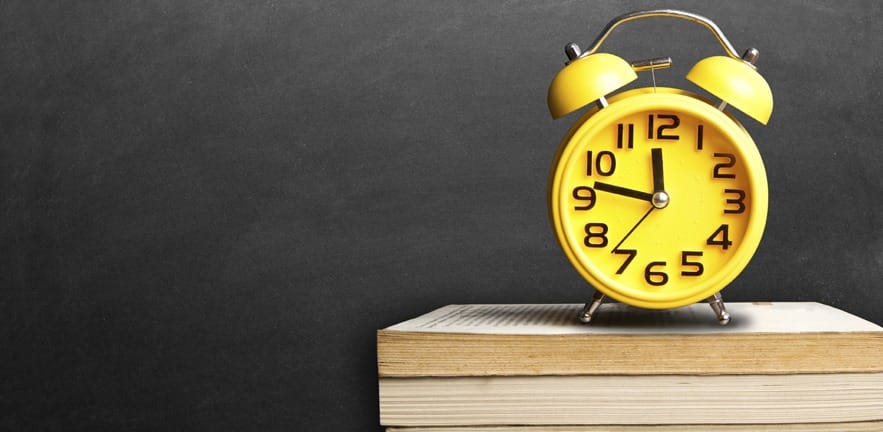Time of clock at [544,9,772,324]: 11:46
